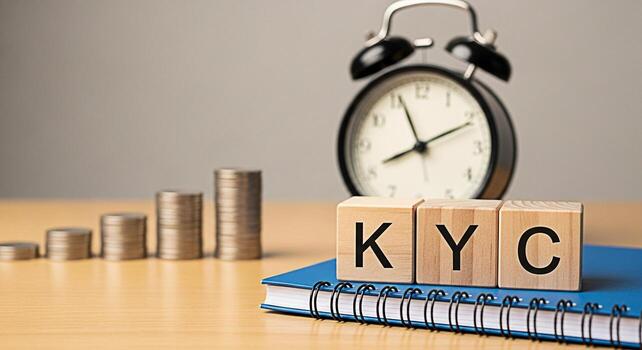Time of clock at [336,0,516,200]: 8:11
